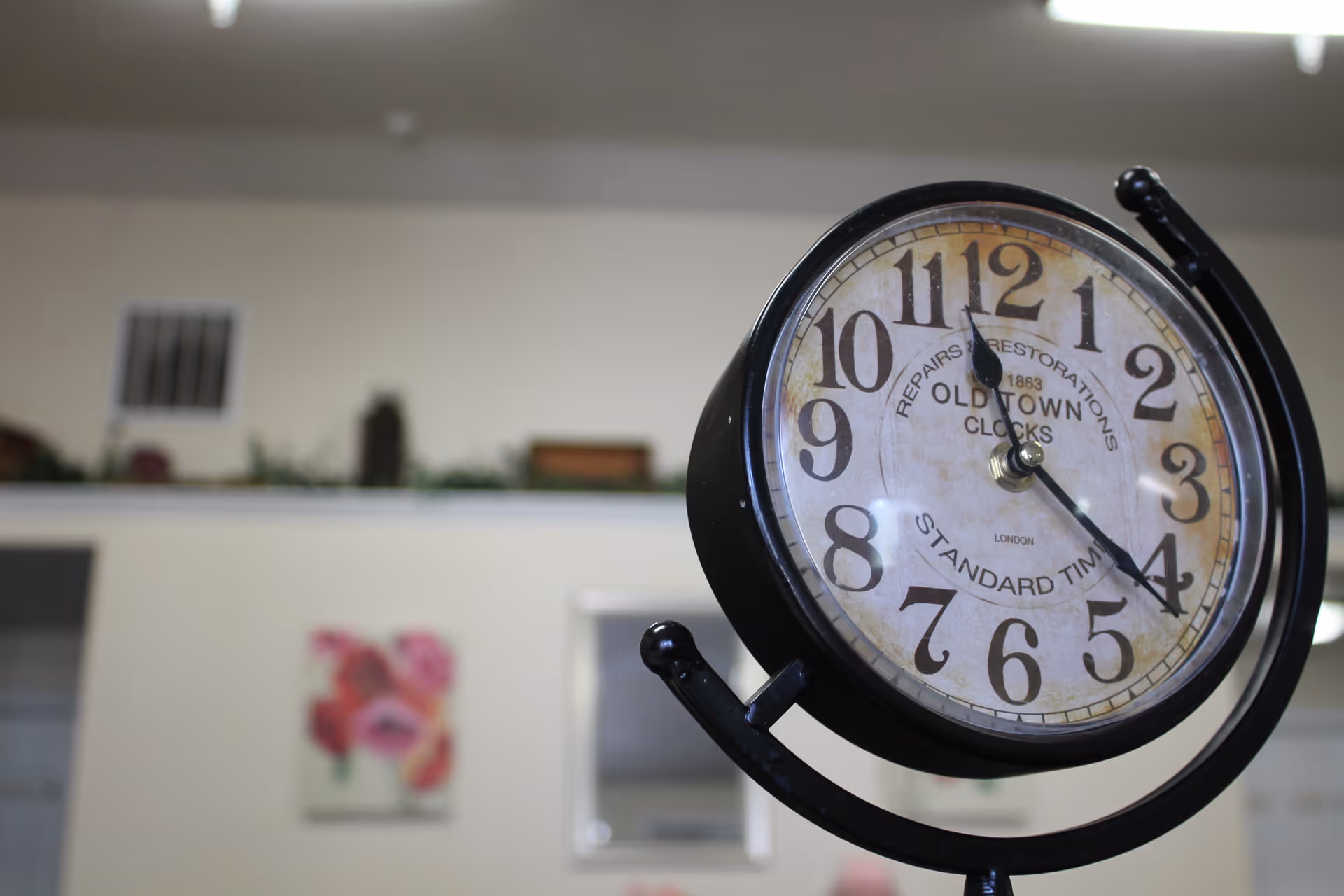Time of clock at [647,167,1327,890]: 11:21
